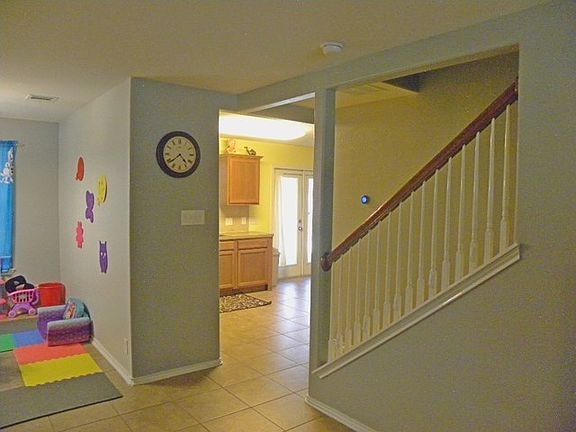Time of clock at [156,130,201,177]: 4:38
